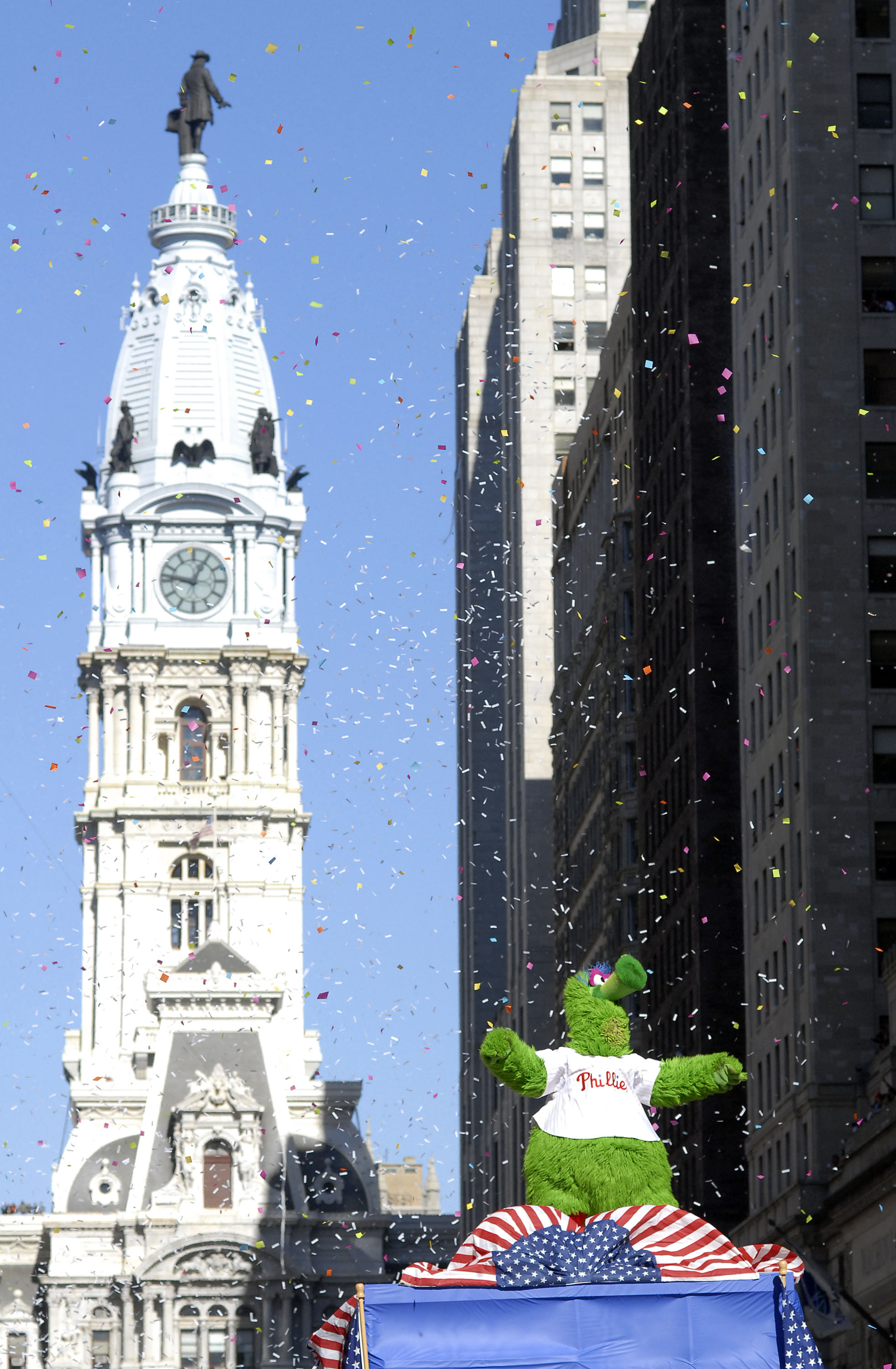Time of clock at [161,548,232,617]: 12:46
